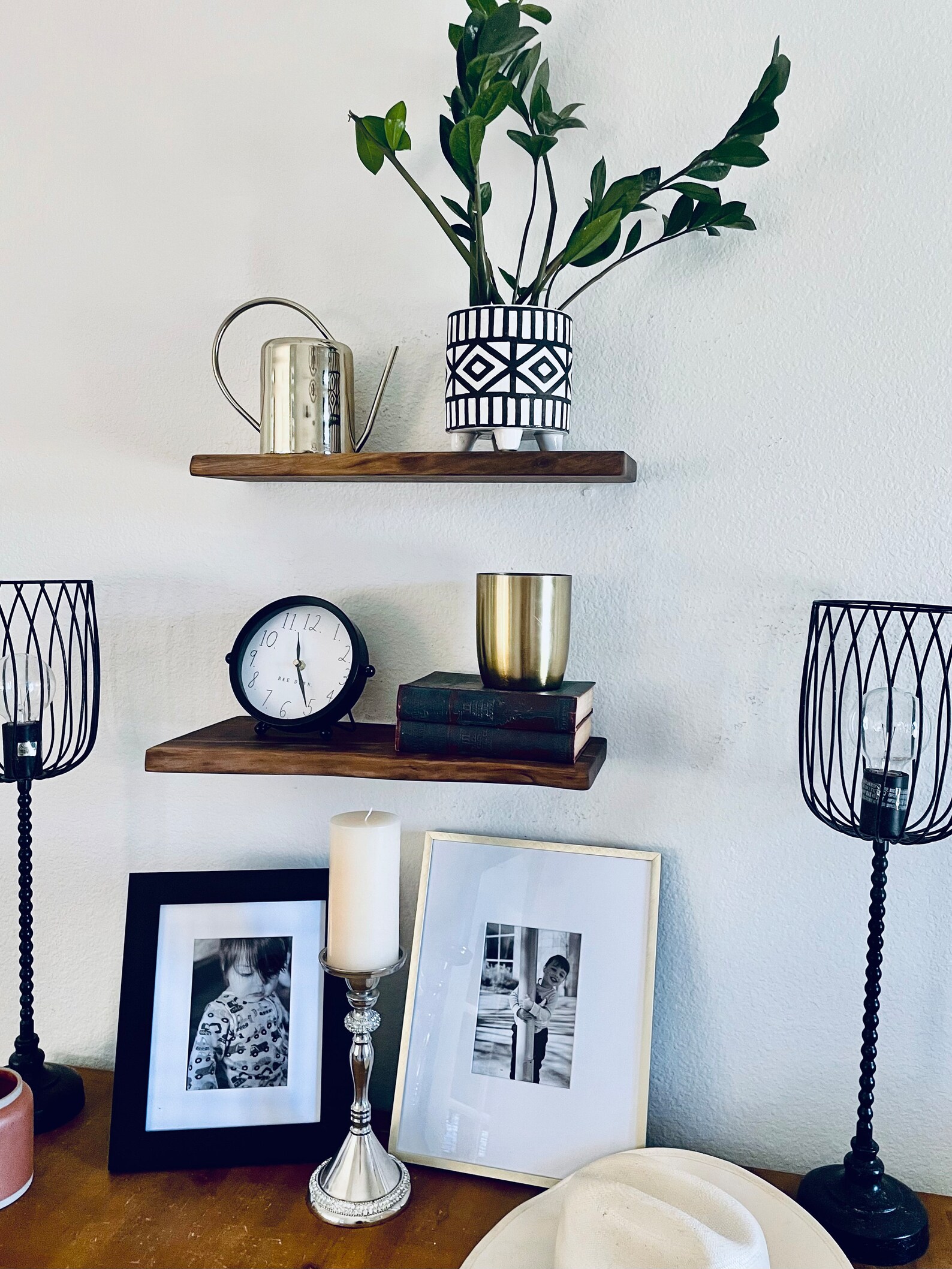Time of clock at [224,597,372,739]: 11:25
